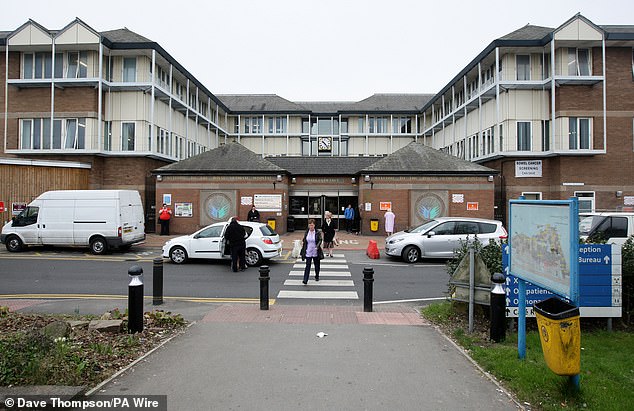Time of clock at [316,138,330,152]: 10:23
